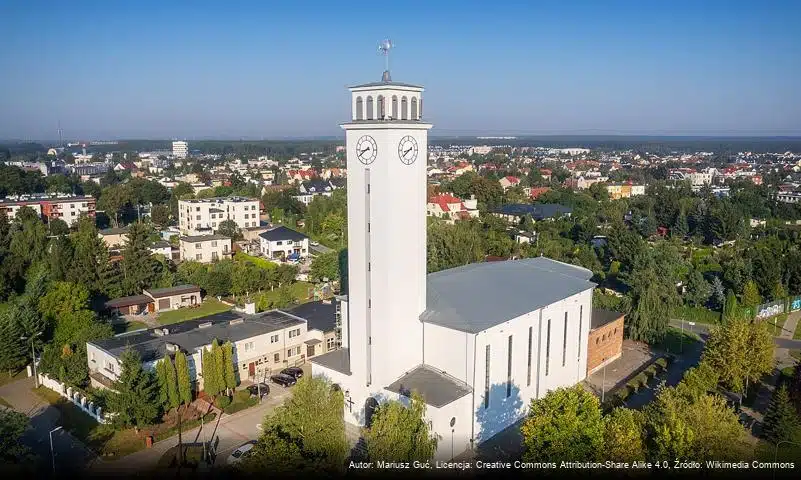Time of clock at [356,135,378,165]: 8:39
